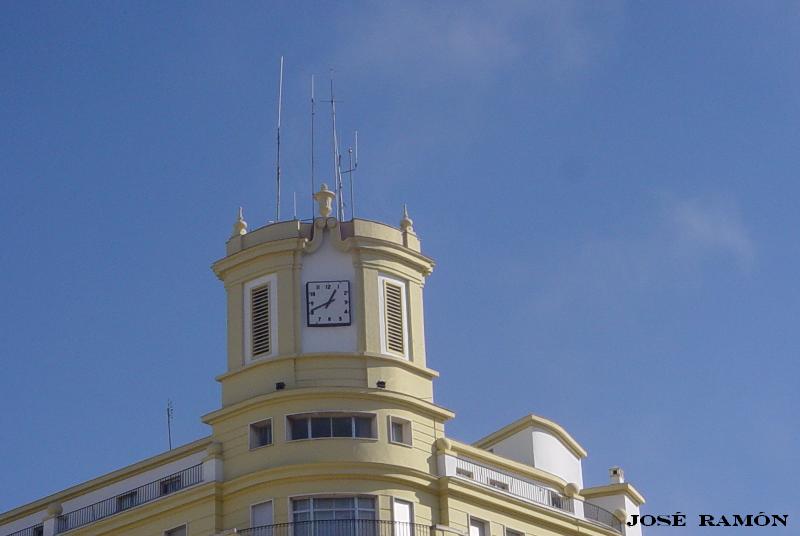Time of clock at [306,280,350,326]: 12:41
